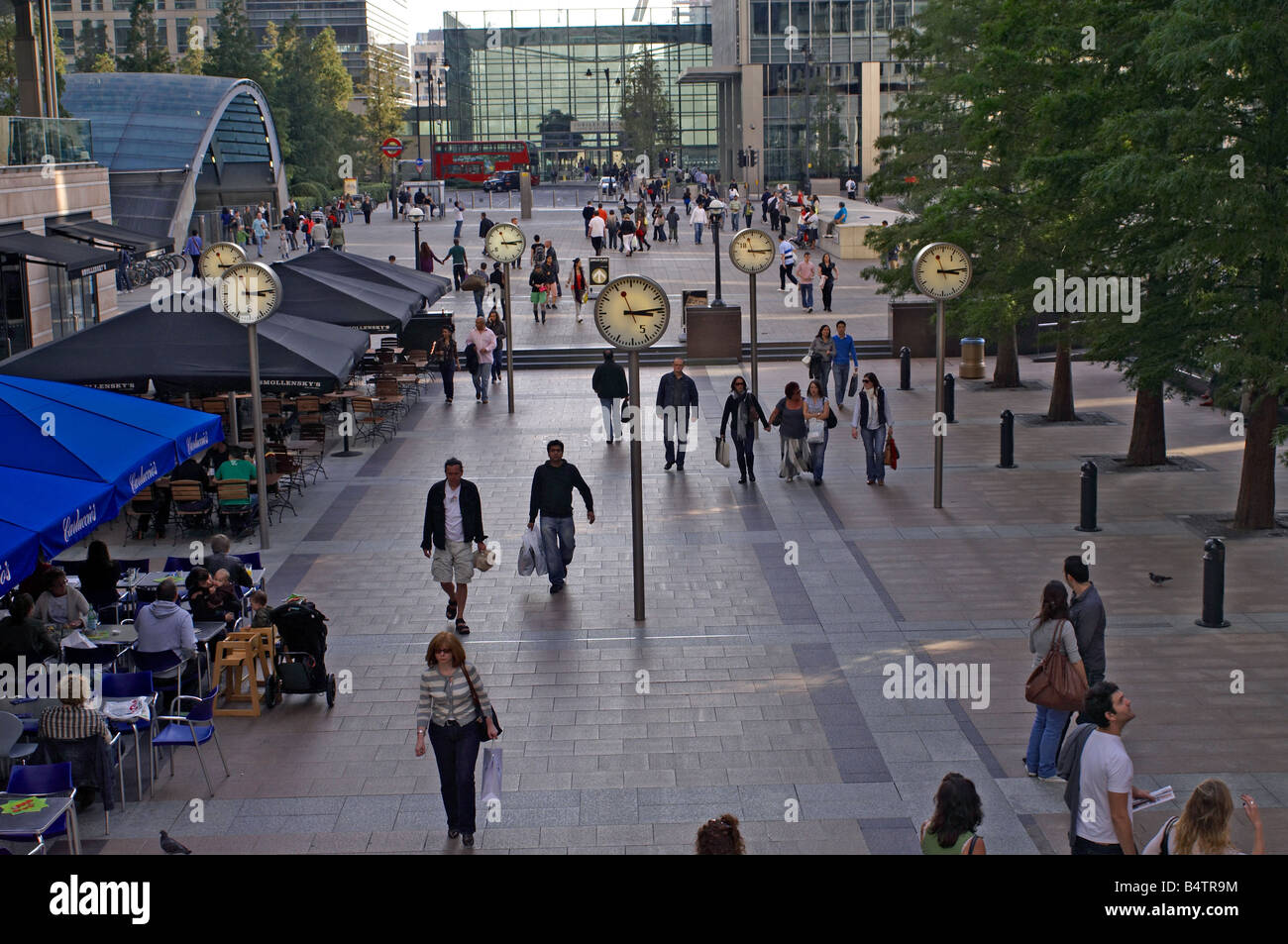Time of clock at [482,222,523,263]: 3:13
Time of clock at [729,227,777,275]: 3:14
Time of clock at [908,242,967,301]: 3:13
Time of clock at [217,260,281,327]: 3:13
